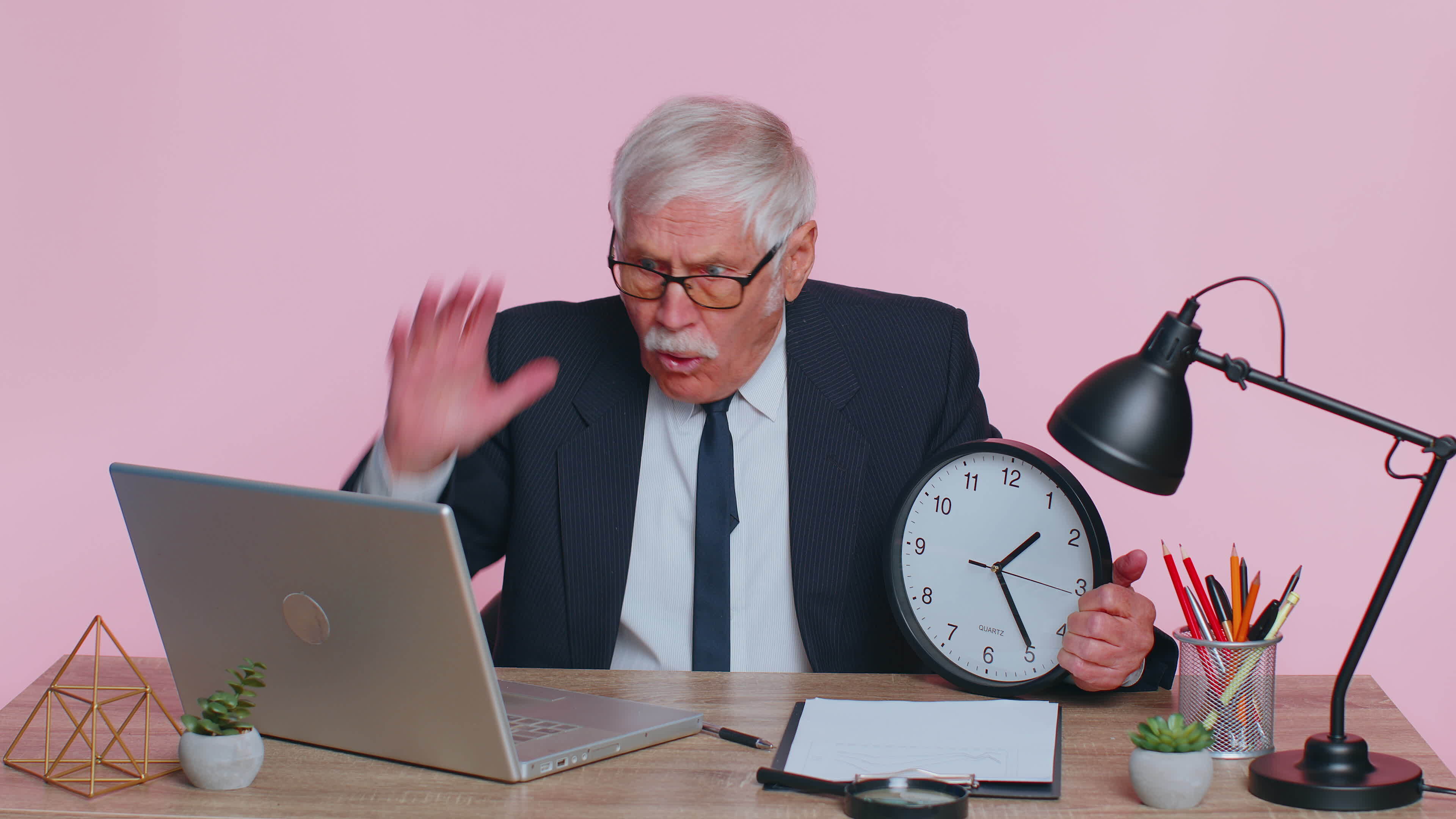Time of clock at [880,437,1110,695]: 1:24
